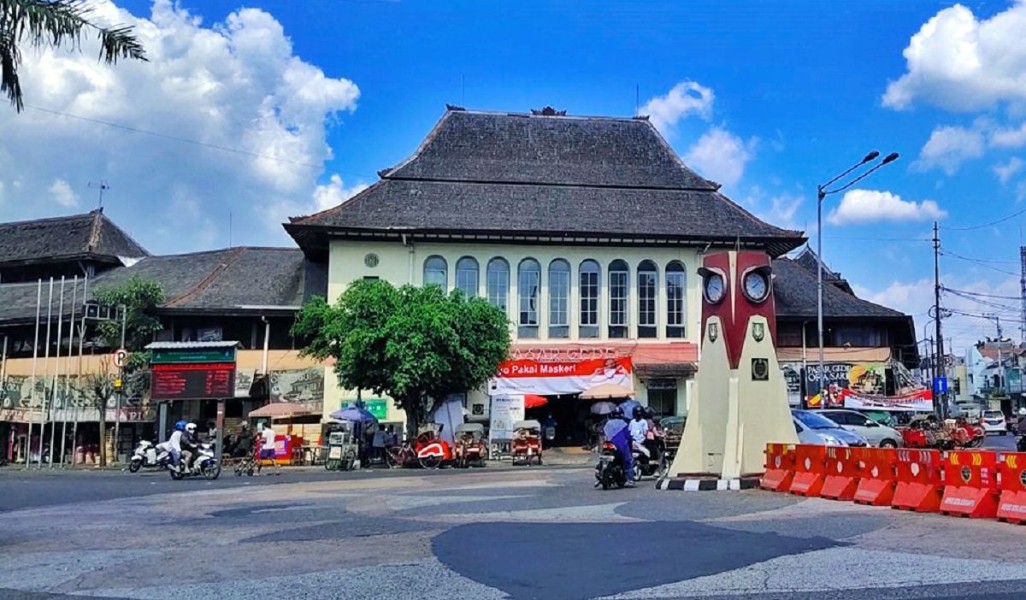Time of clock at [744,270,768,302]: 8:07
